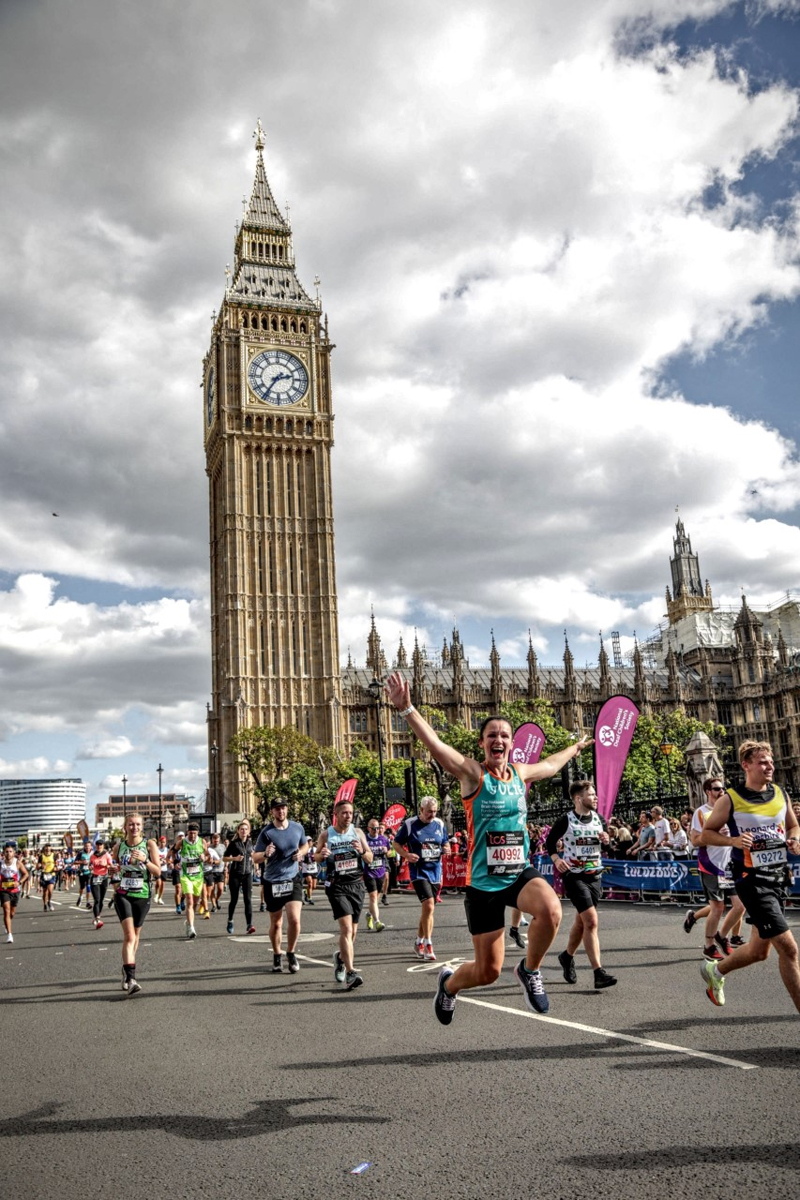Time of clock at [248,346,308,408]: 2:36
